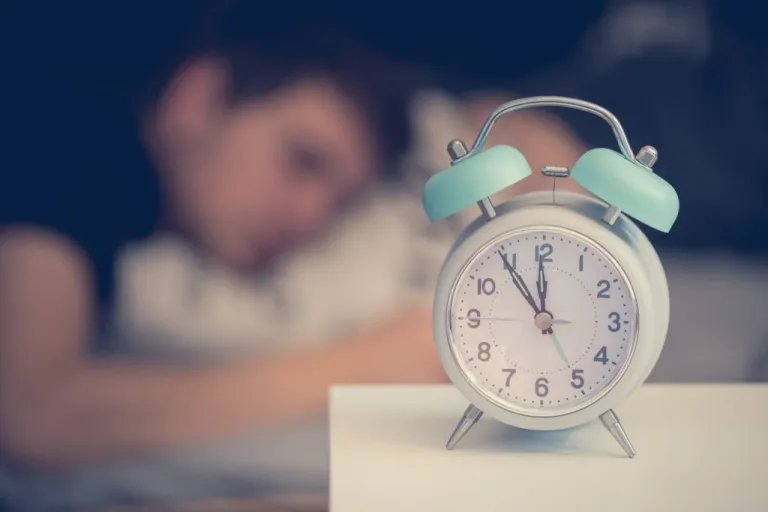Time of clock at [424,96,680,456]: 11:54
